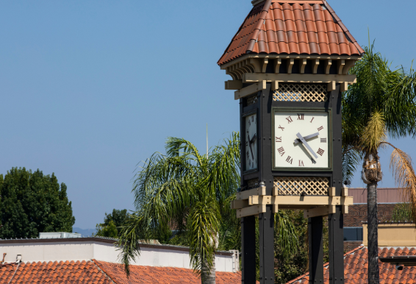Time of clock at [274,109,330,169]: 2:24
